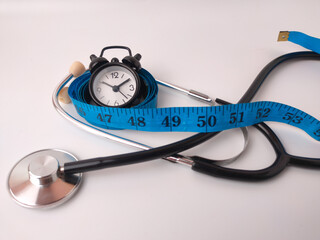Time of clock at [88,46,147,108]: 1:50
